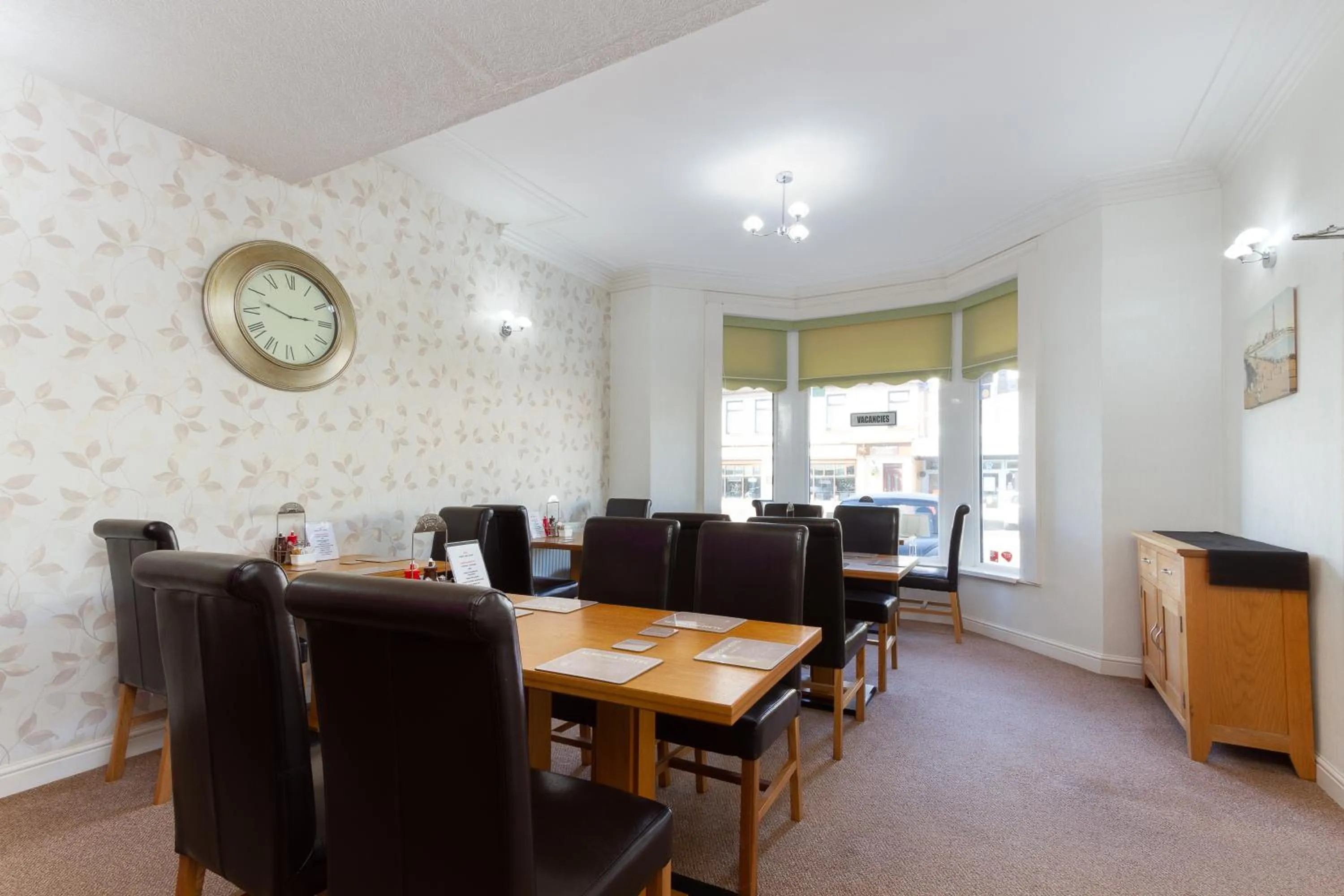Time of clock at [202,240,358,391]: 2:48
